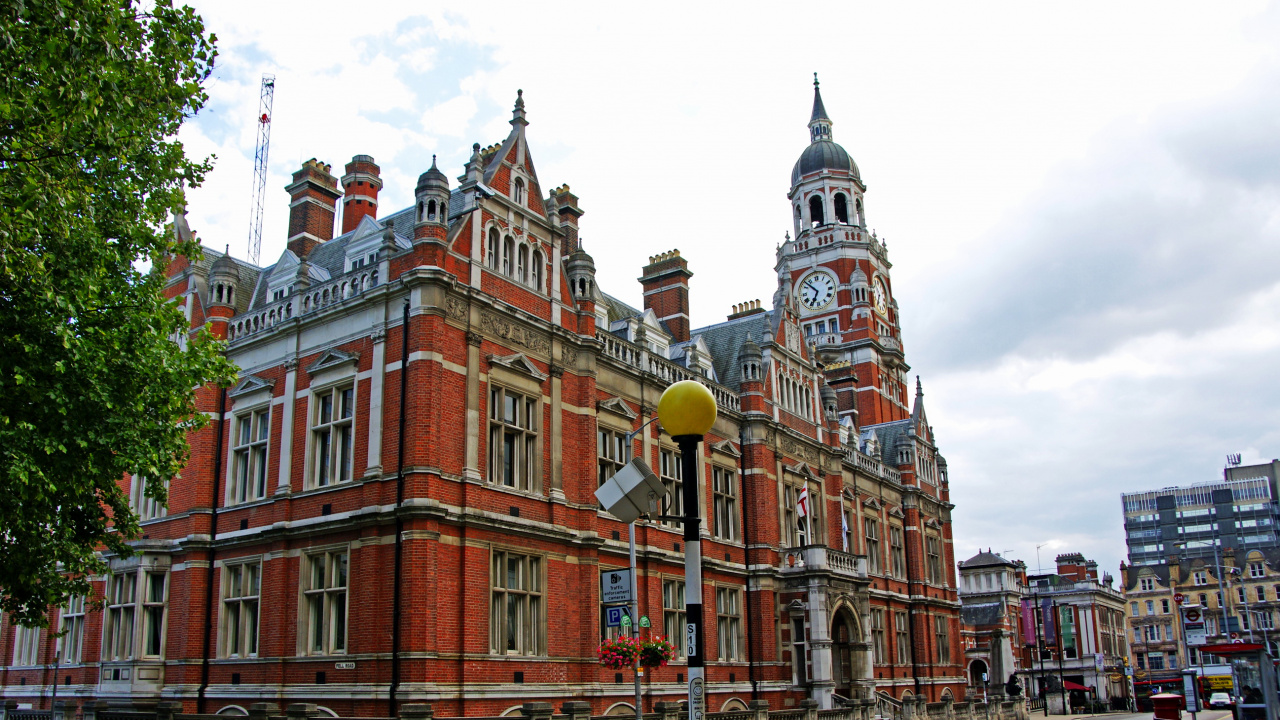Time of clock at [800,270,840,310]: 6:52
